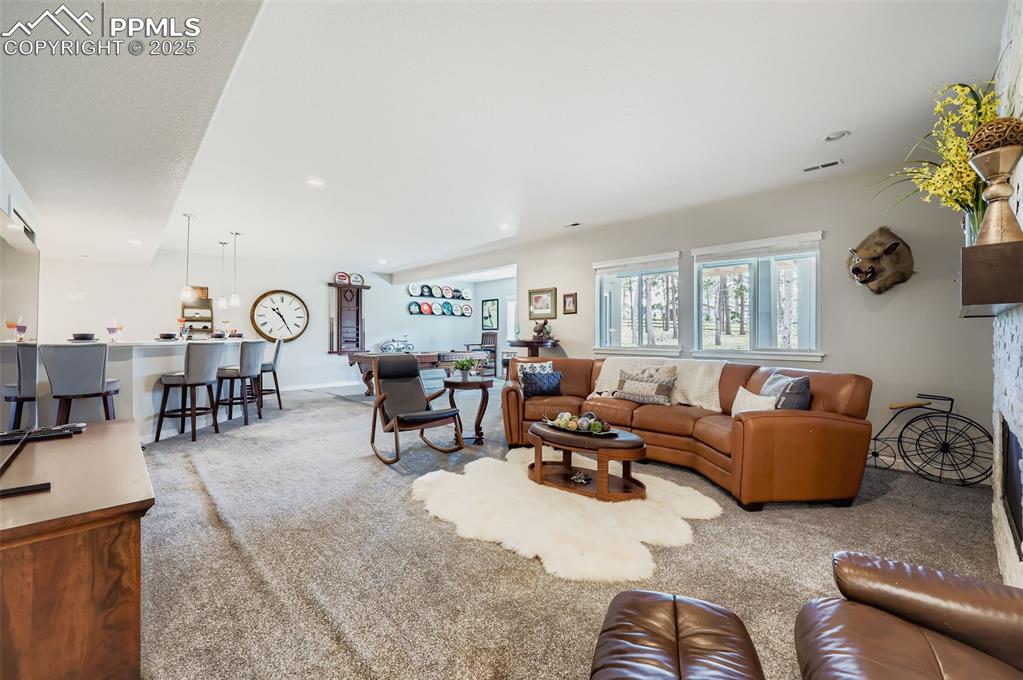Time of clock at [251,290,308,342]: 10:24
